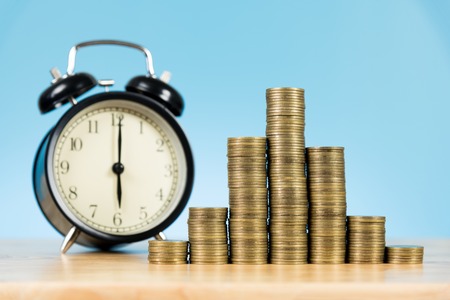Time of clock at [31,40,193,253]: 6:00
